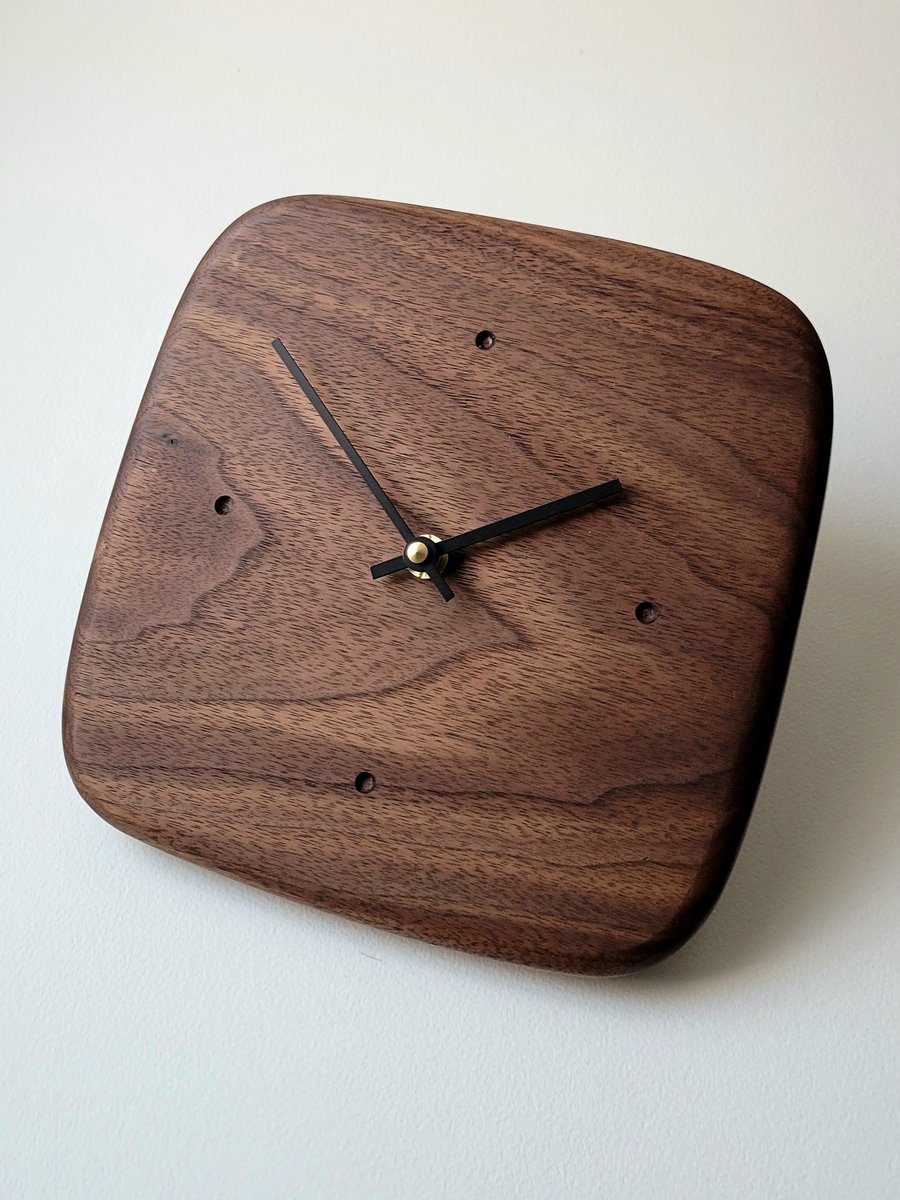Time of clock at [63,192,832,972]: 1:51
